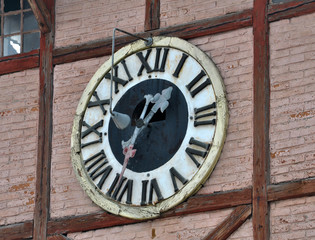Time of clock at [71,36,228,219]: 1:35
